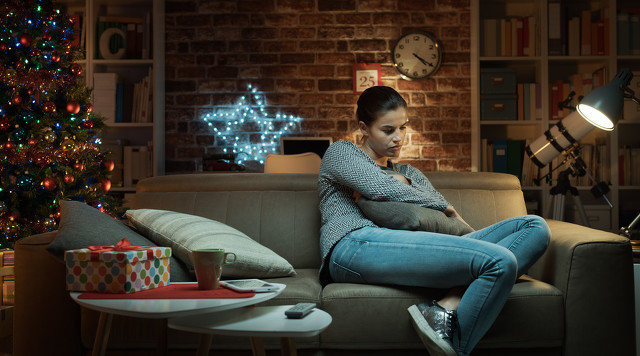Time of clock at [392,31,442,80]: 4:20
